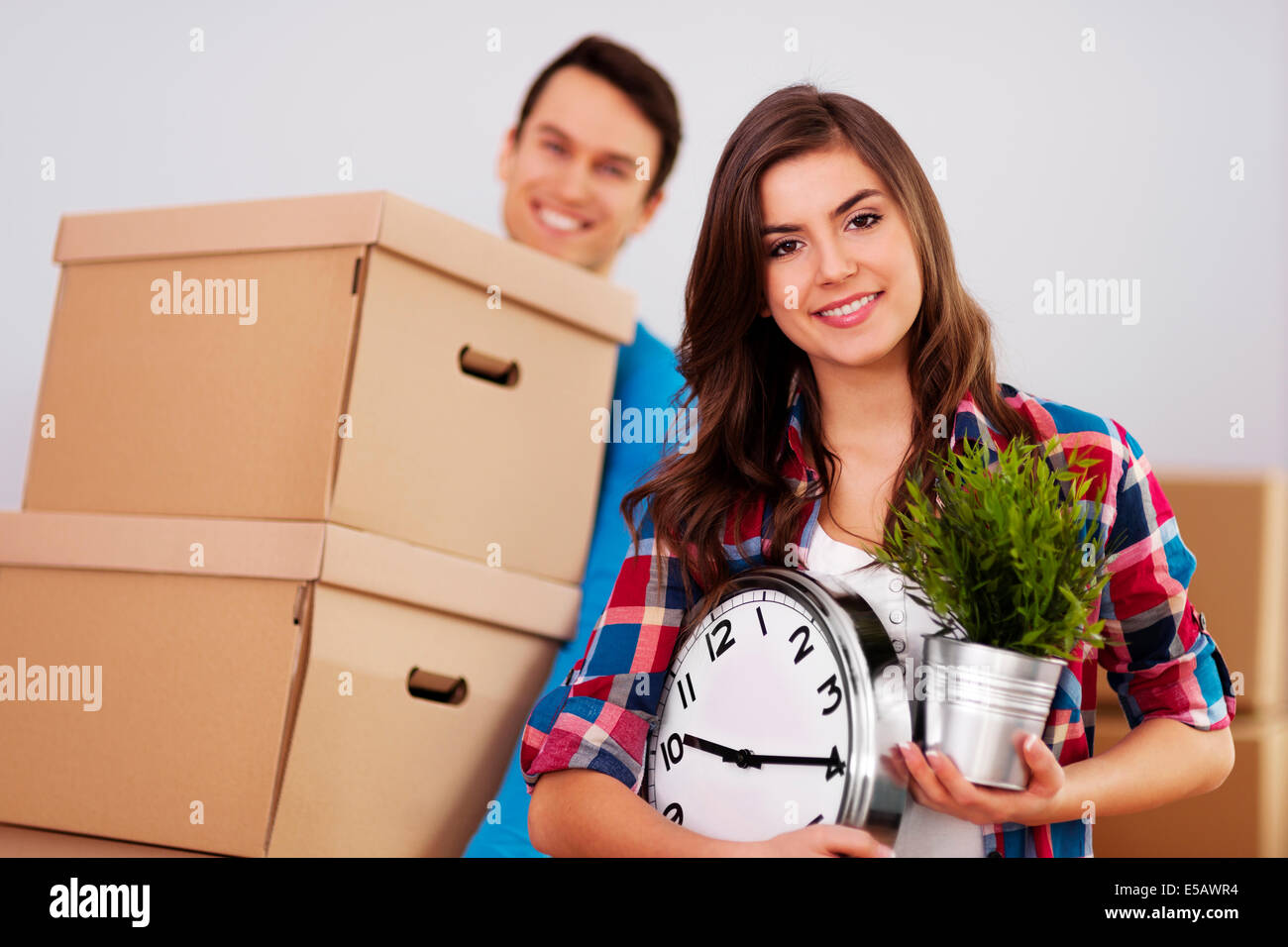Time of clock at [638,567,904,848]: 10:19
